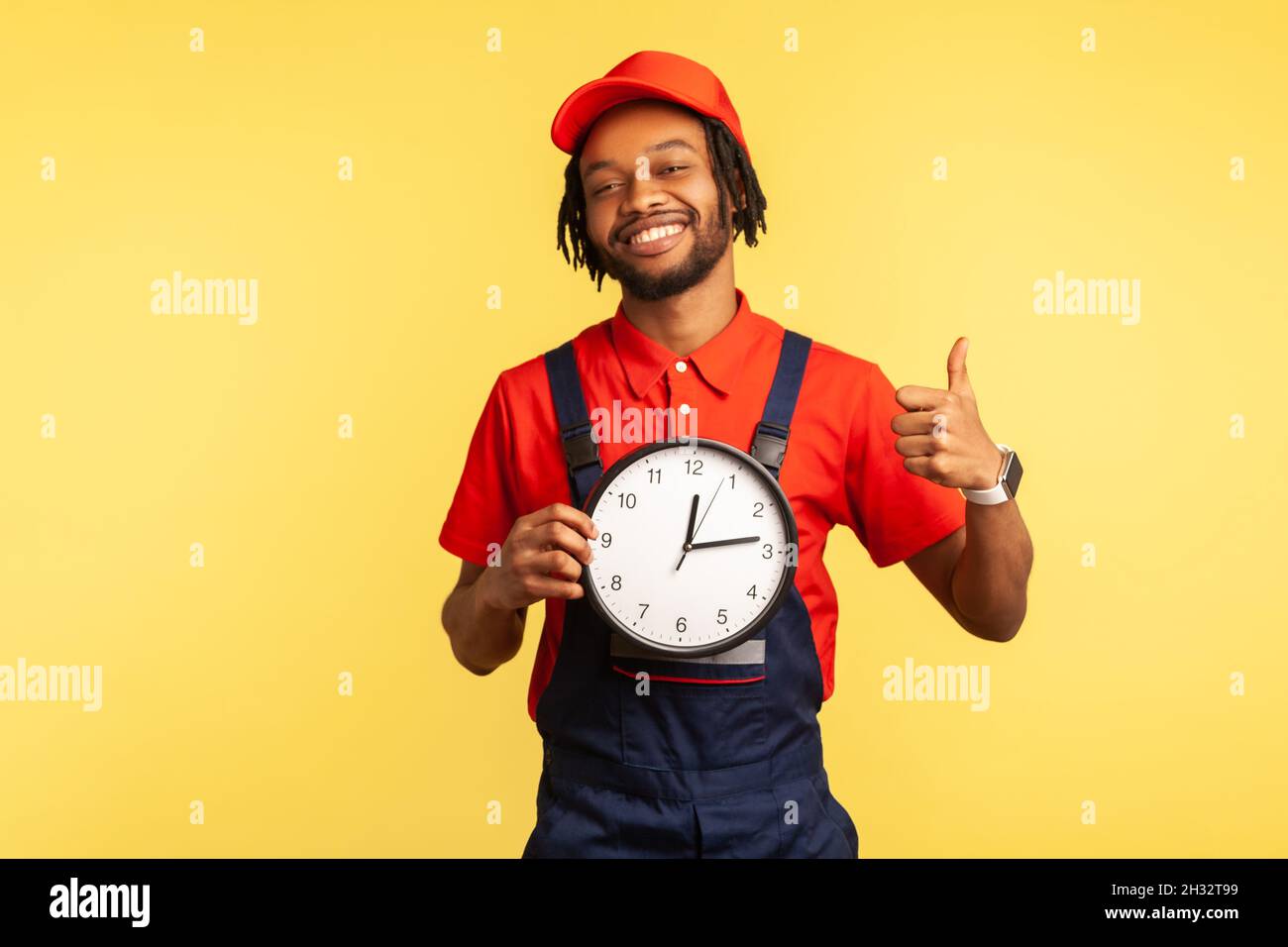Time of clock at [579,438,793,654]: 12:13
